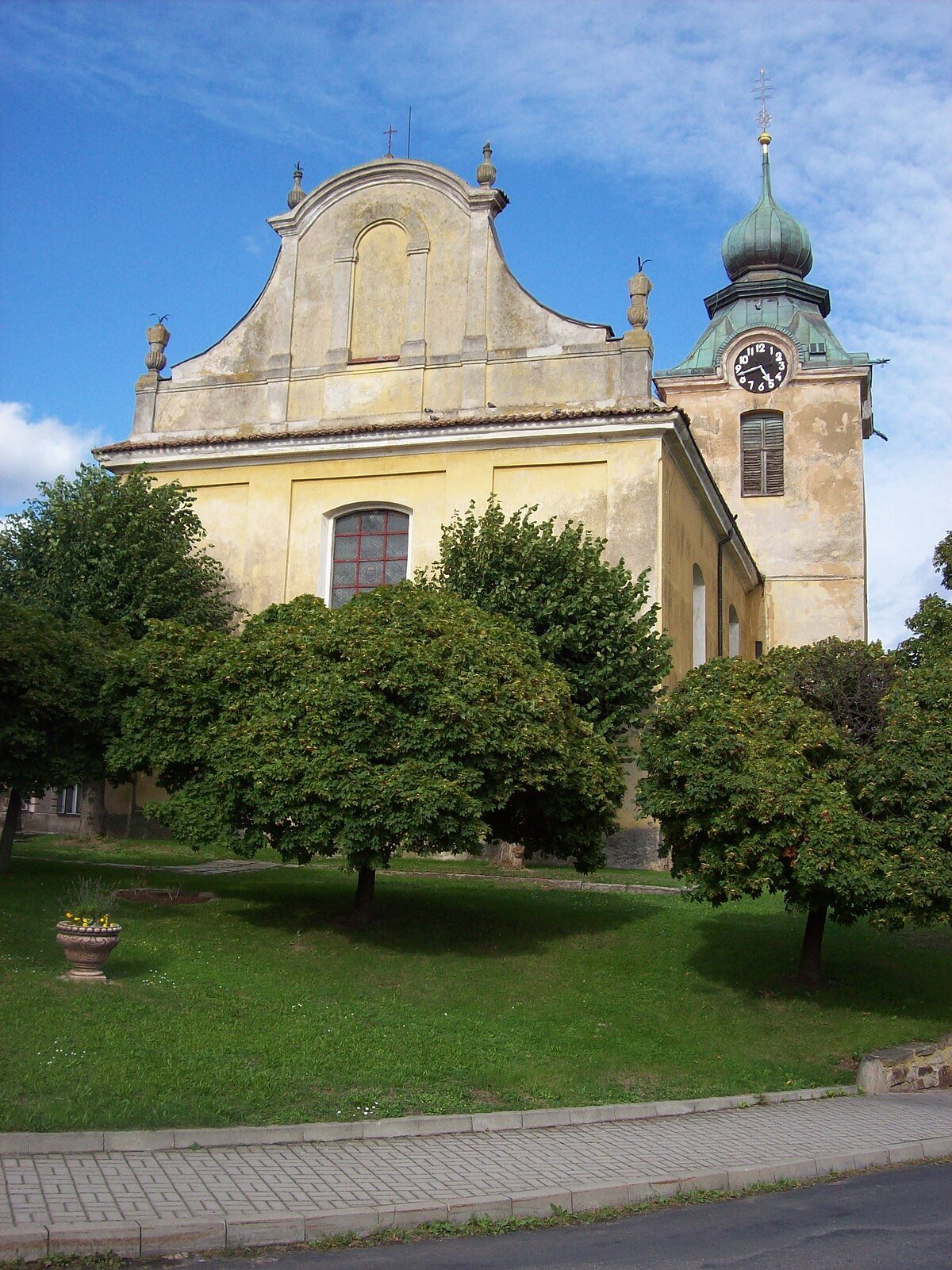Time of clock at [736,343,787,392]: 4:42
